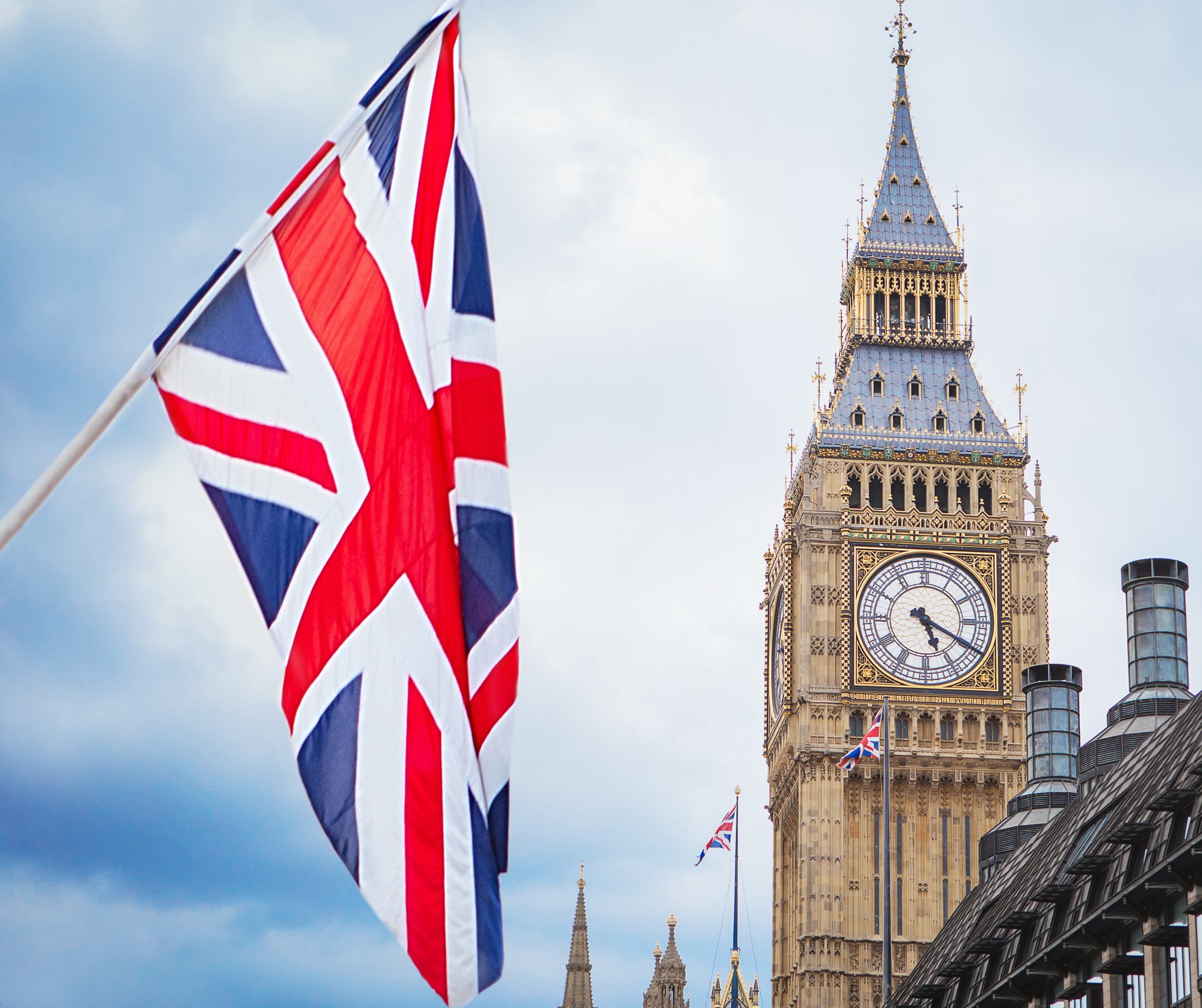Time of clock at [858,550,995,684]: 5:19
